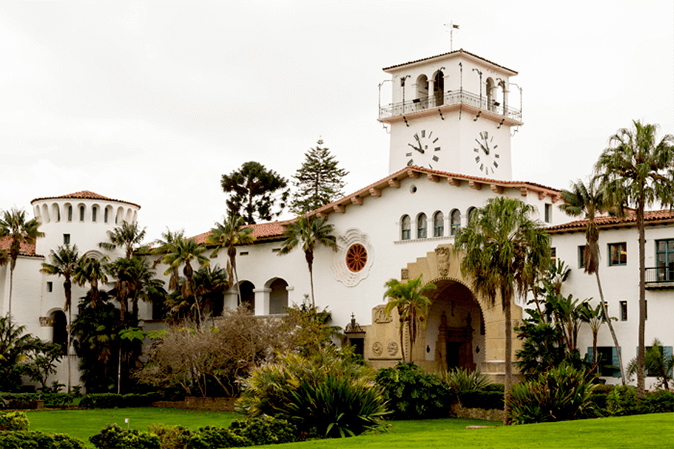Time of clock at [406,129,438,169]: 9:56
